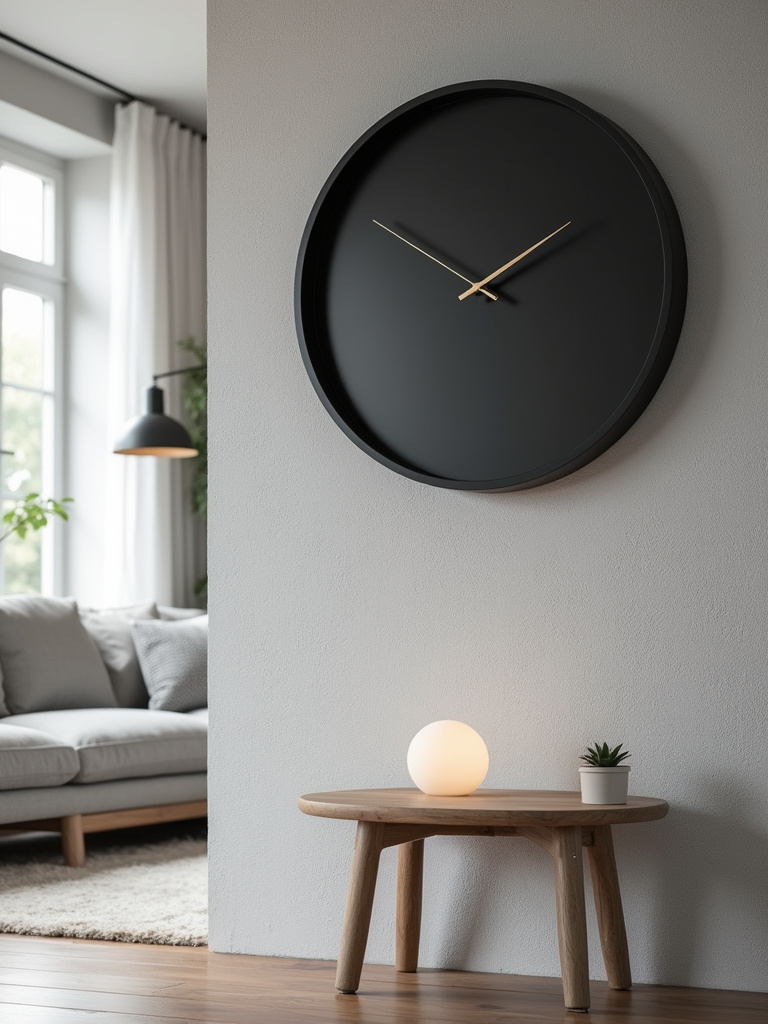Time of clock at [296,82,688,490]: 1:50
